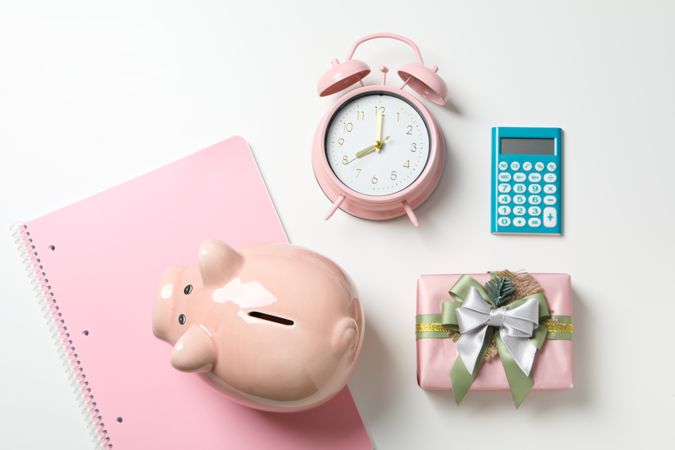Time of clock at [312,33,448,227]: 8:00
